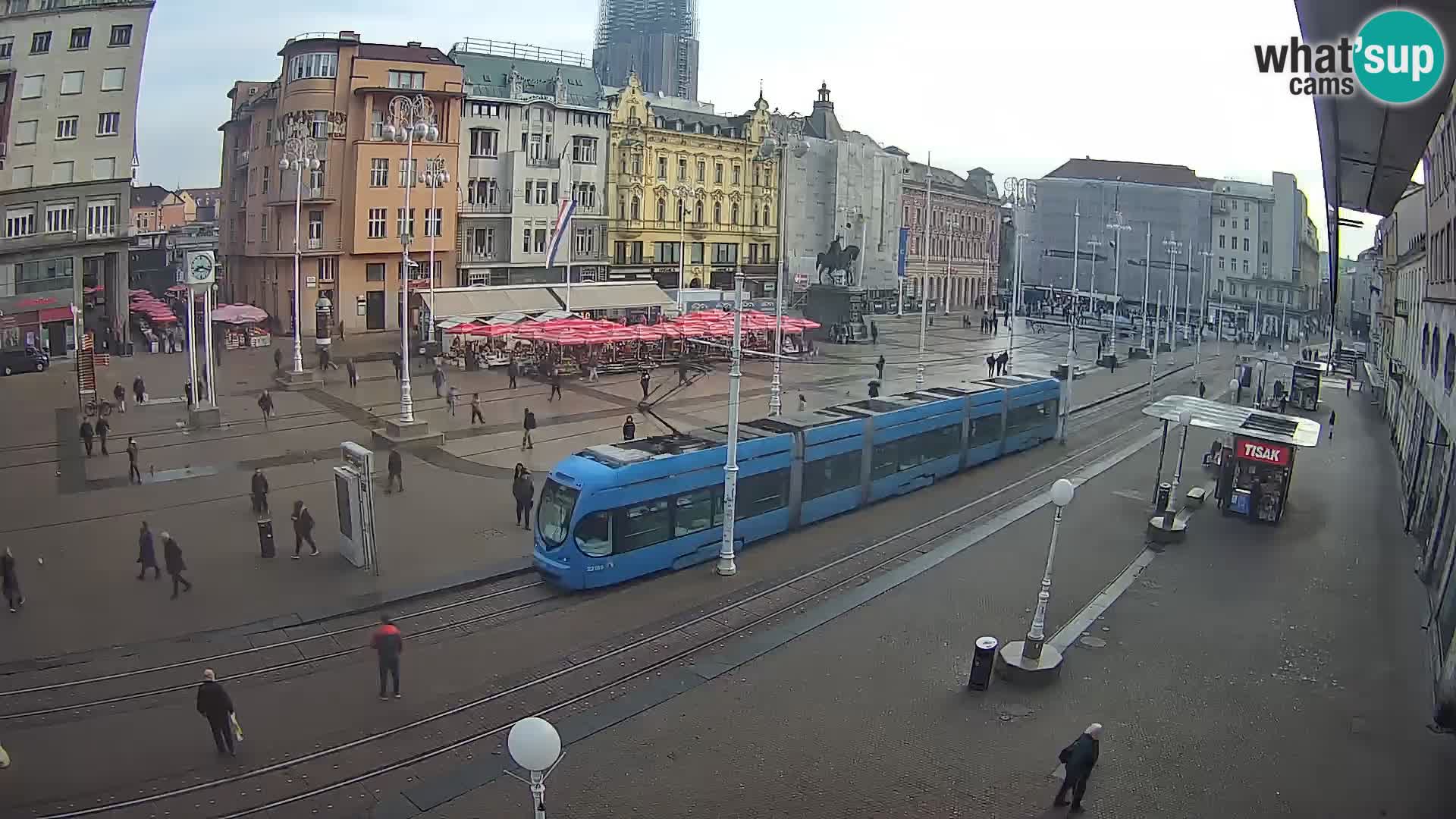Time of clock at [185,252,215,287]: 8:17
